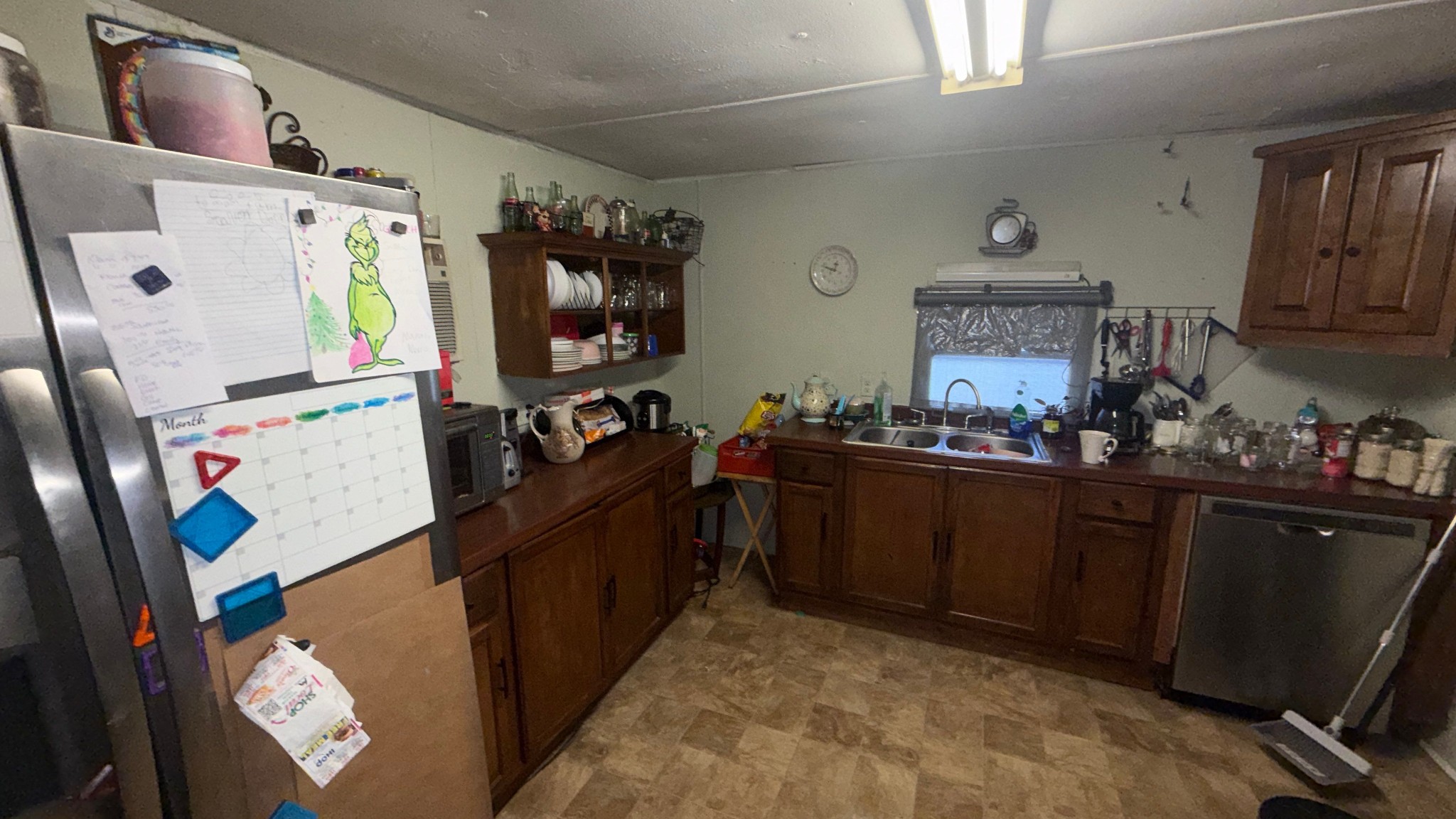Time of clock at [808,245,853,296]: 12:48
